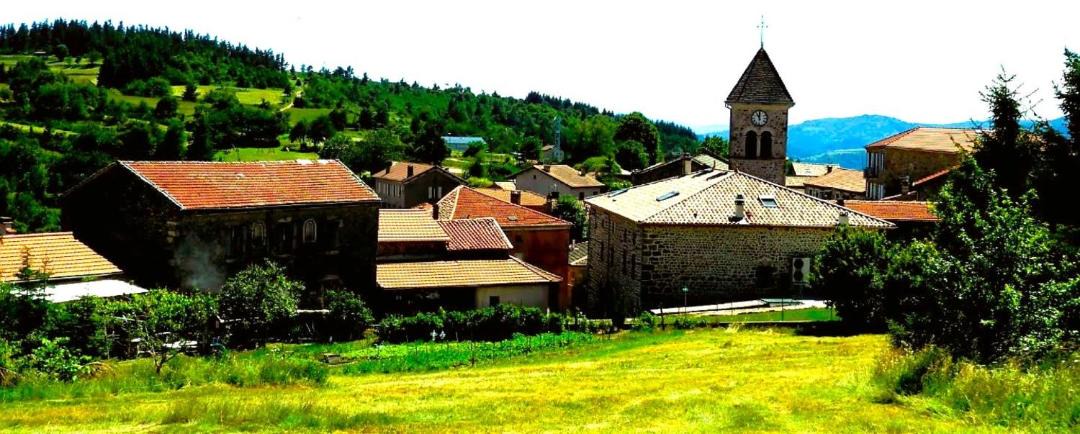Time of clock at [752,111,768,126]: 11:00
